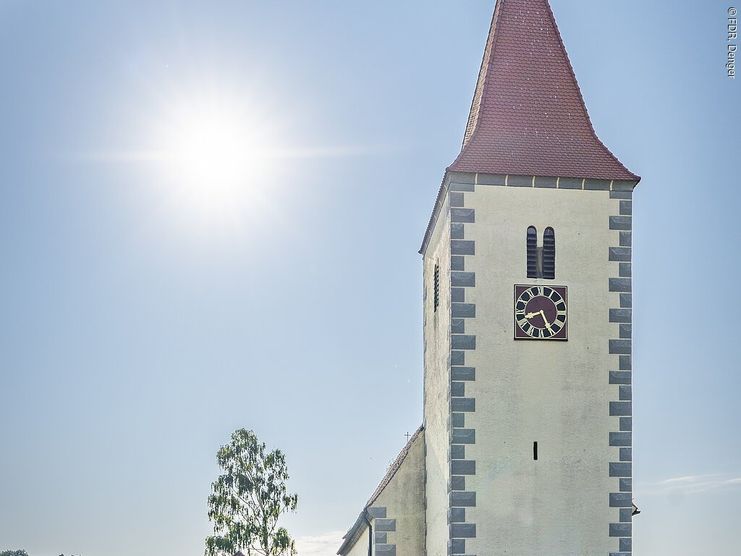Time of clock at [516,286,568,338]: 8:25
